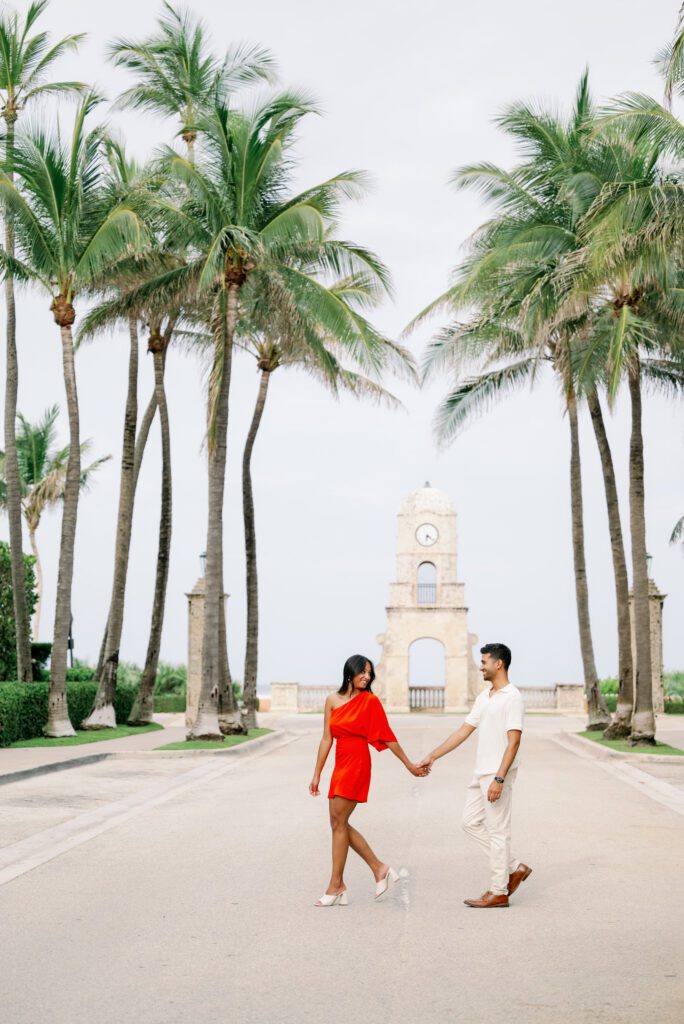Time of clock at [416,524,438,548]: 6:21
